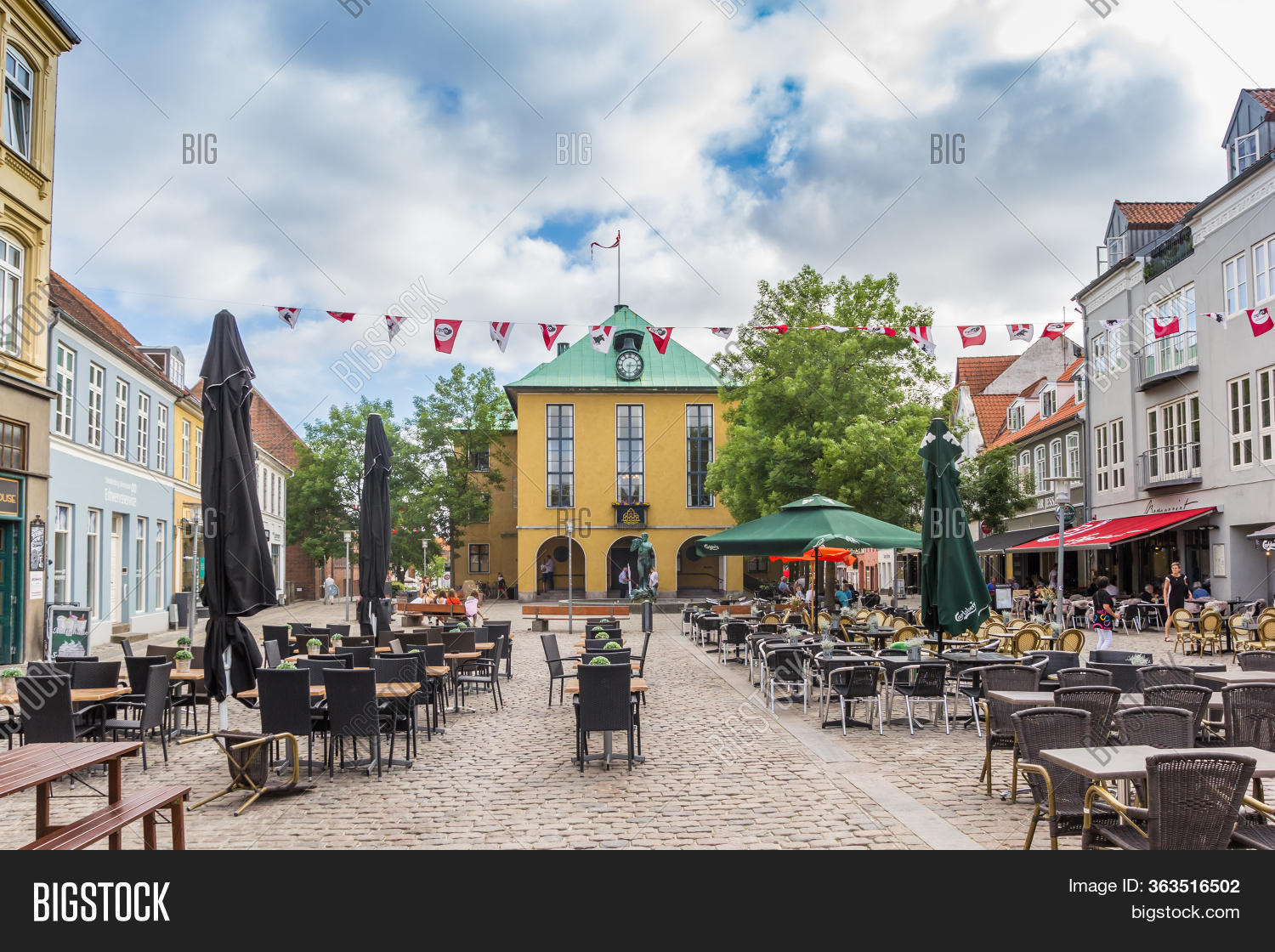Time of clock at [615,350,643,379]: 6:15
